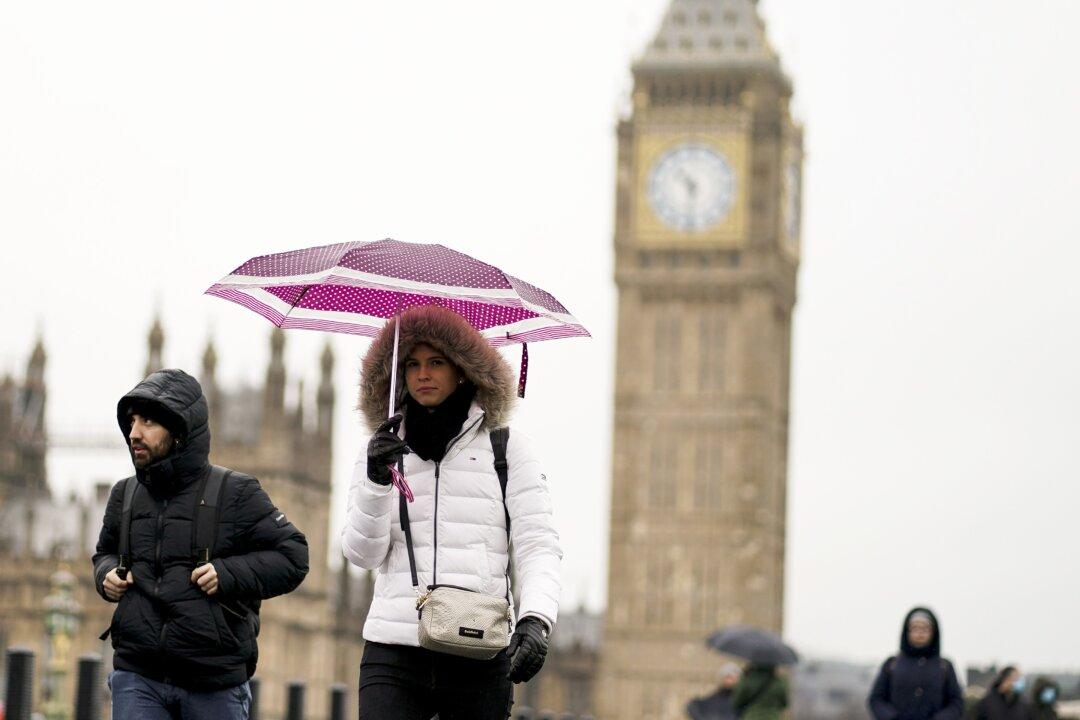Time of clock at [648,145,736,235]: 10:31
